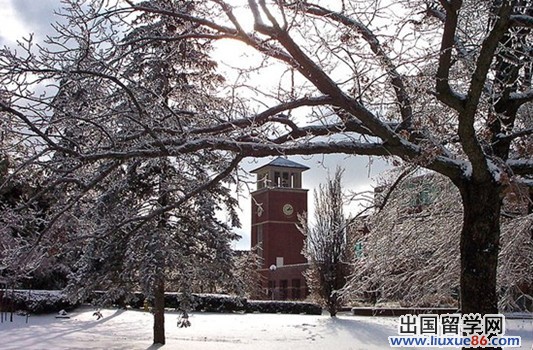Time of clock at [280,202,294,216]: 1:13
